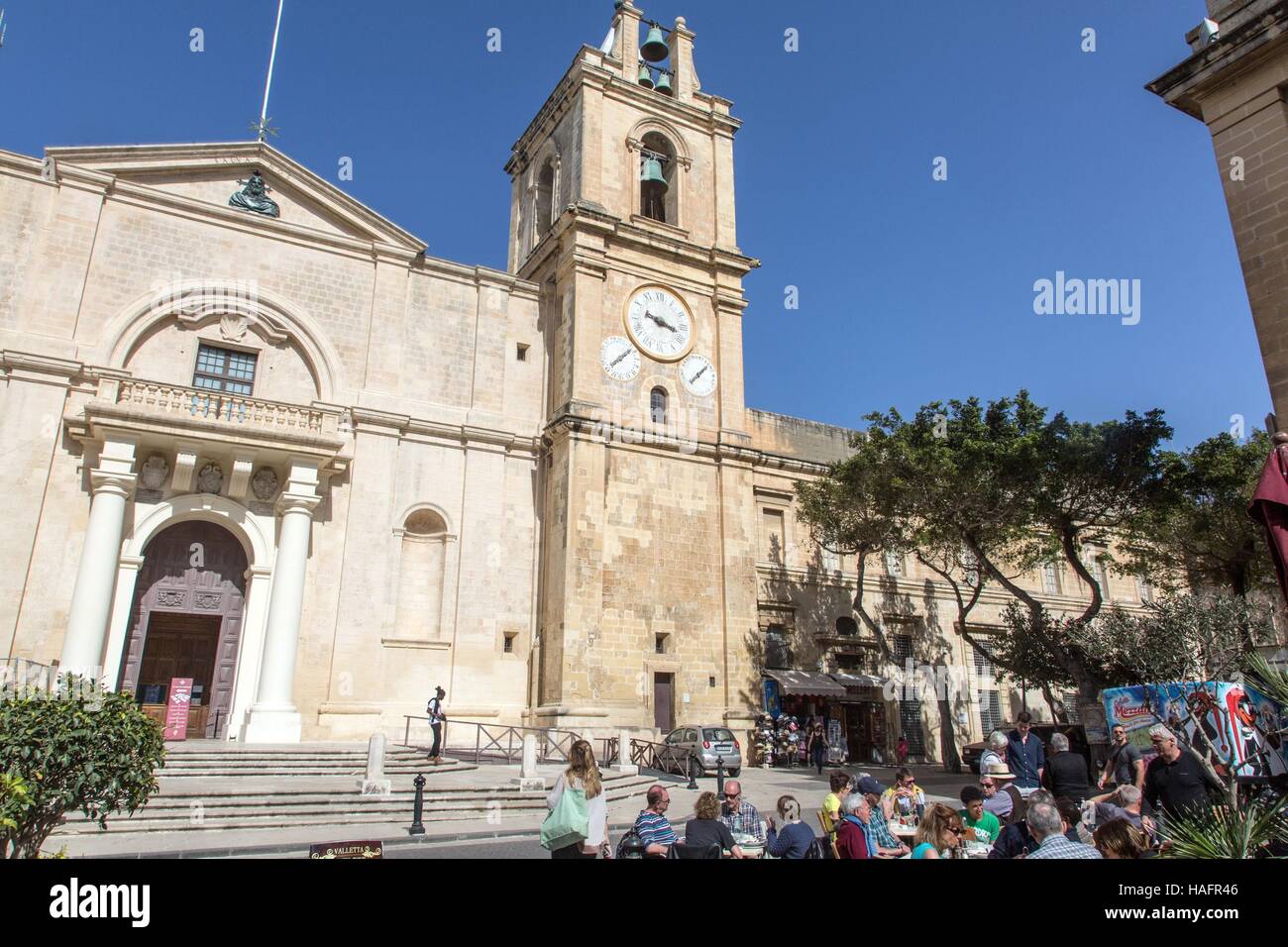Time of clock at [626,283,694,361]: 3:17
